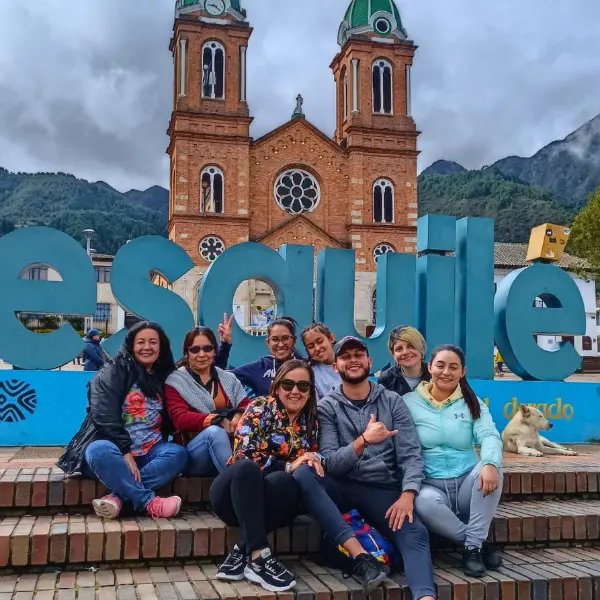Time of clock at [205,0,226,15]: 9:22
